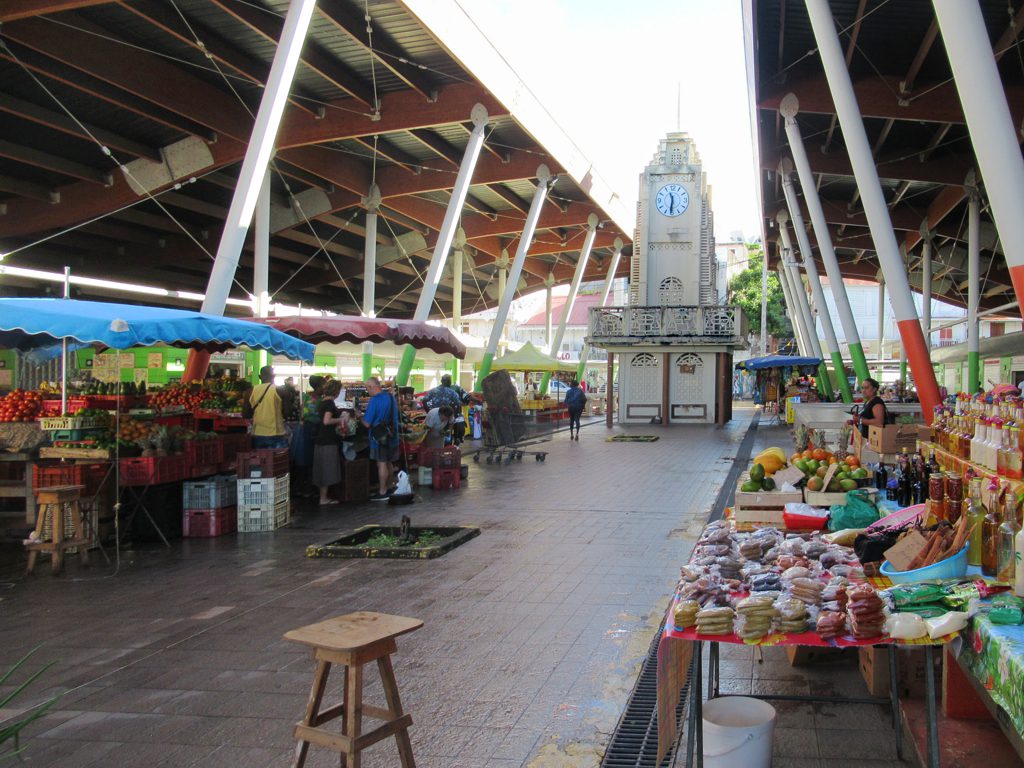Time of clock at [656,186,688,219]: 11:30
